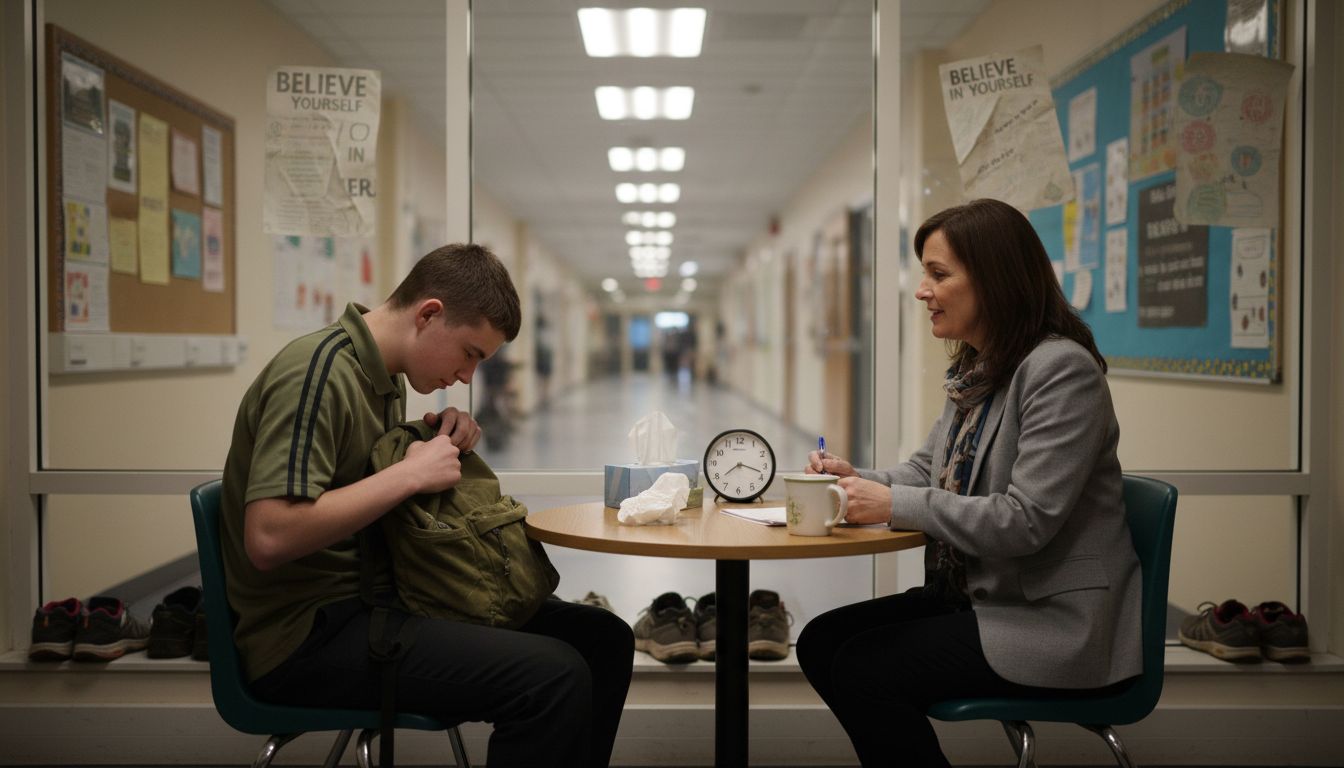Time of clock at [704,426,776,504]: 3:38
